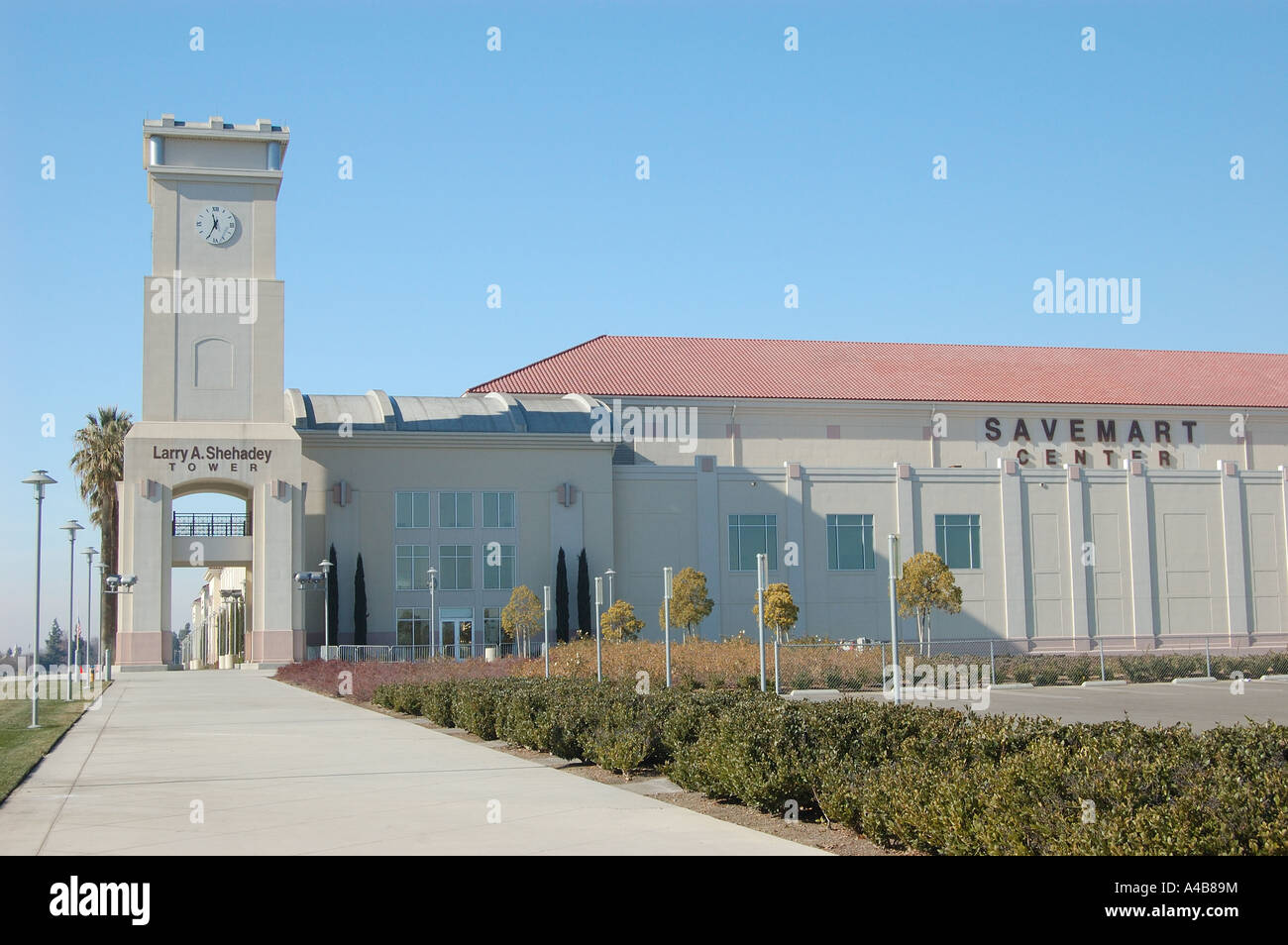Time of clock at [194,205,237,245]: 11:34
